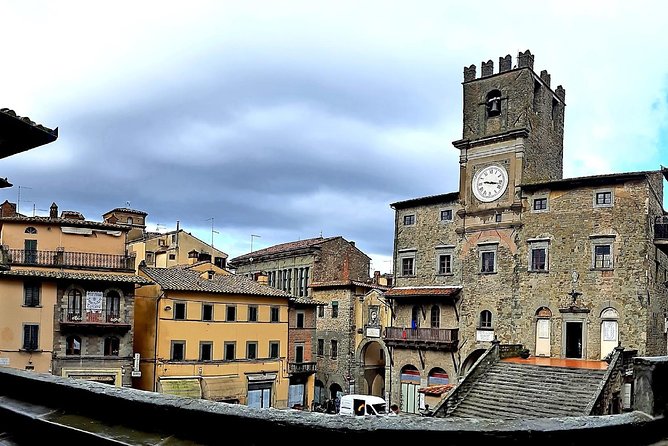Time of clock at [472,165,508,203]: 9:17
